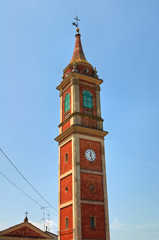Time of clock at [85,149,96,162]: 12:26
